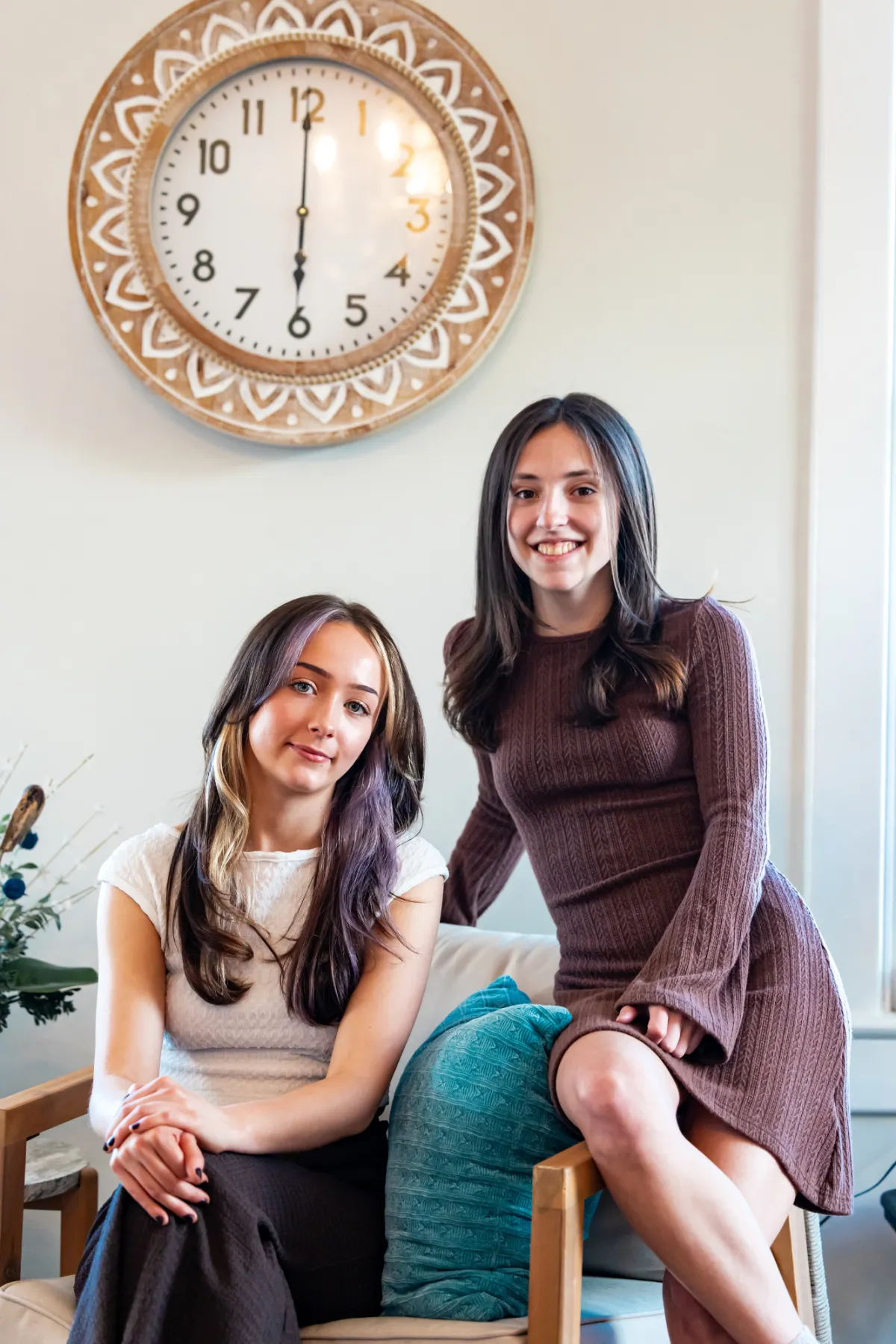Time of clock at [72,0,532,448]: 6:00
